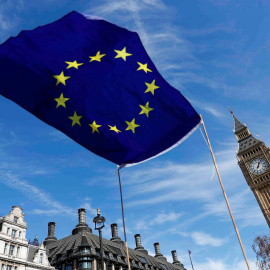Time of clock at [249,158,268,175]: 12:03
